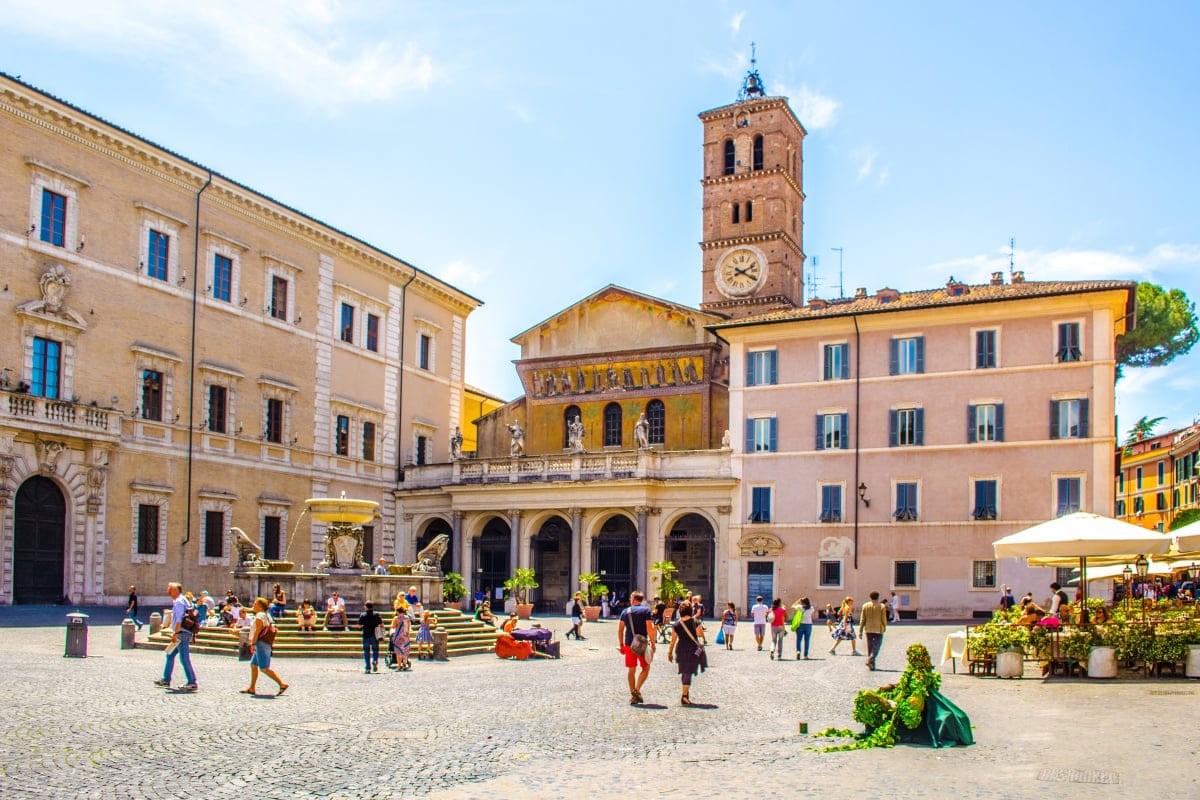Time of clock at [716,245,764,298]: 2:19
